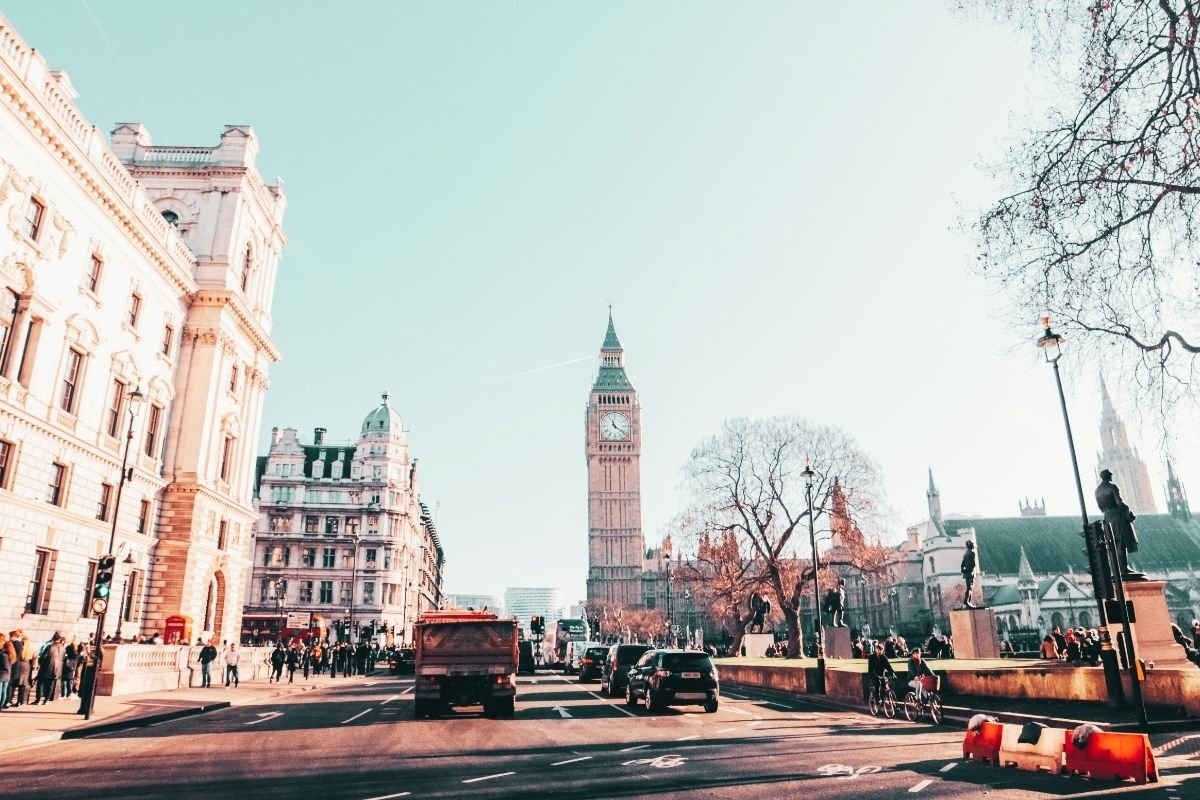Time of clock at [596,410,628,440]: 11:21
